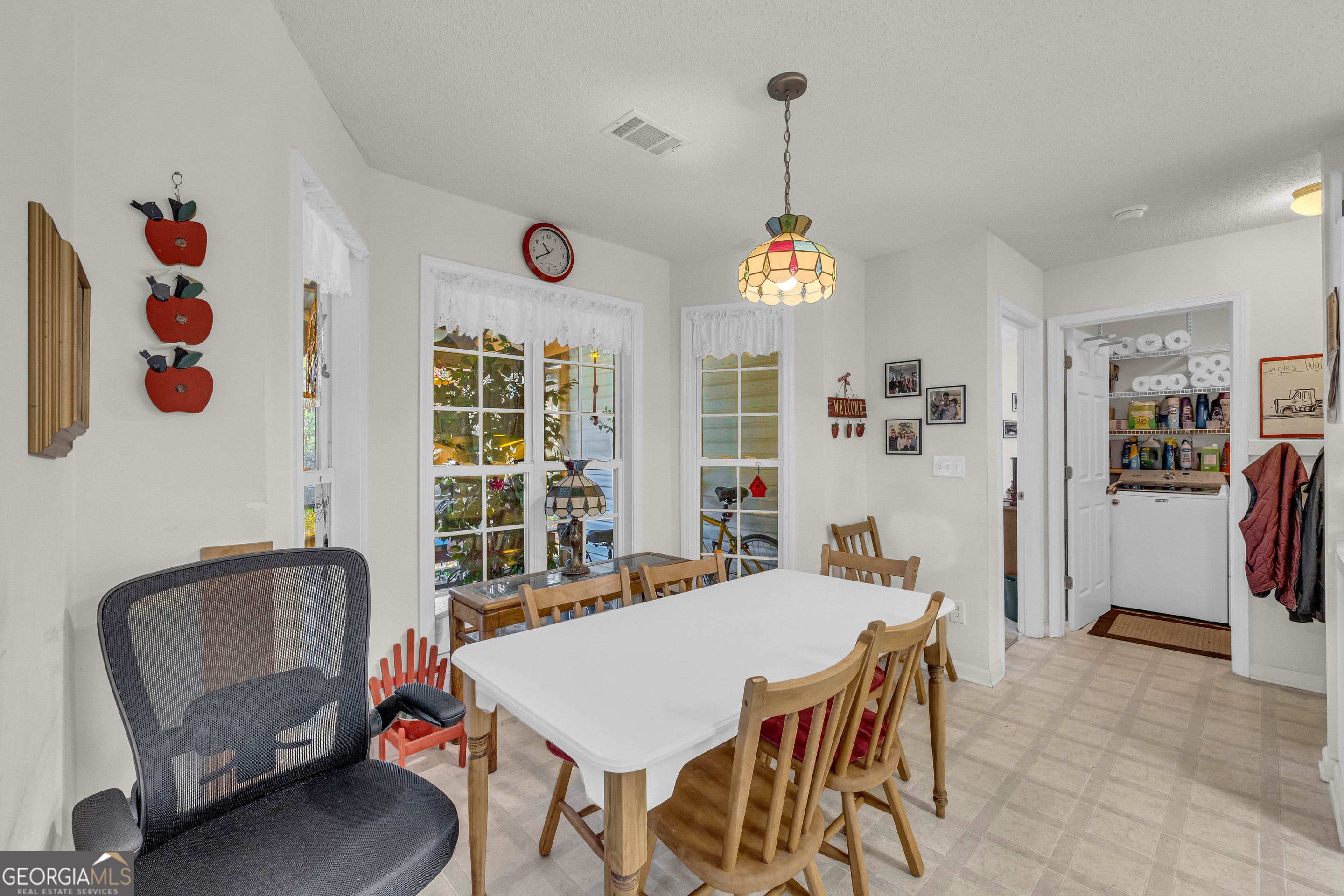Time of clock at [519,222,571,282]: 10:40
